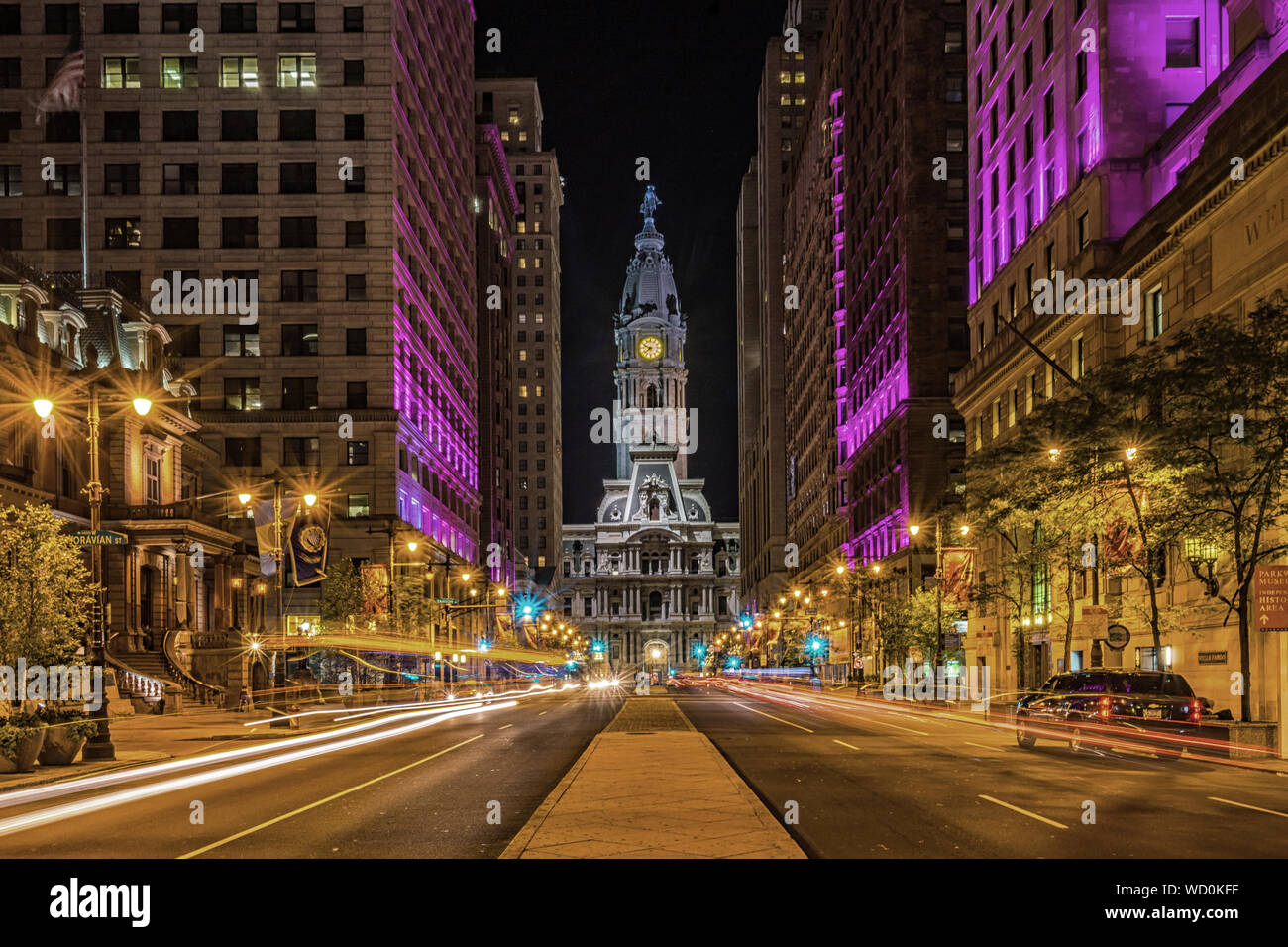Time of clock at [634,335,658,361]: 7:49
